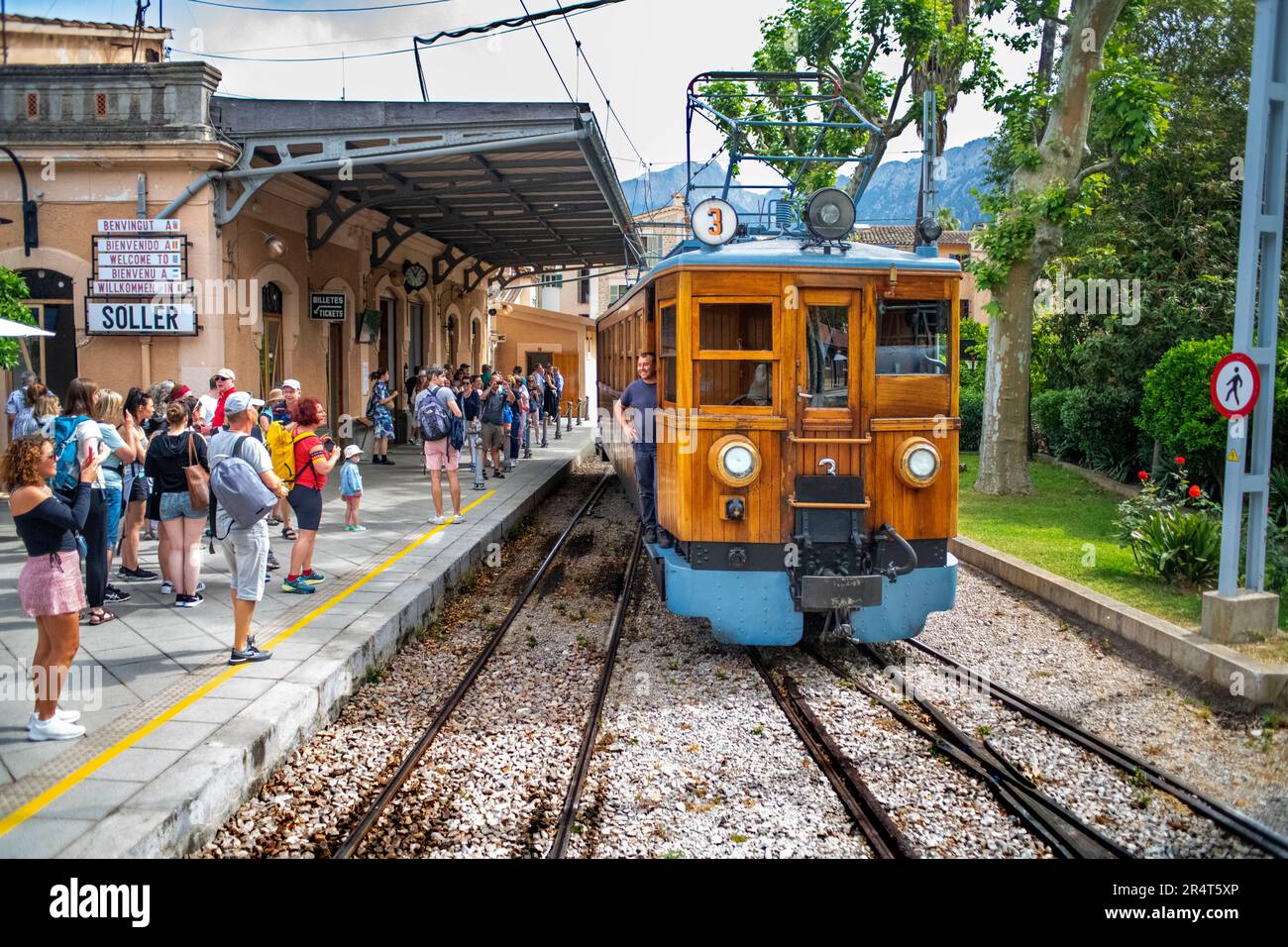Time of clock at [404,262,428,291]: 11:04
